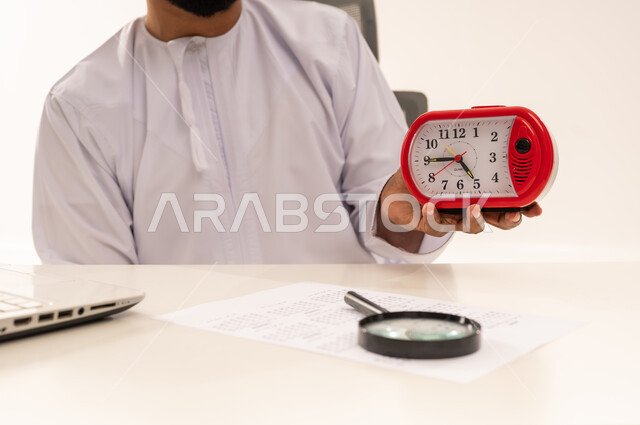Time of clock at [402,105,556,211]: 4:45
